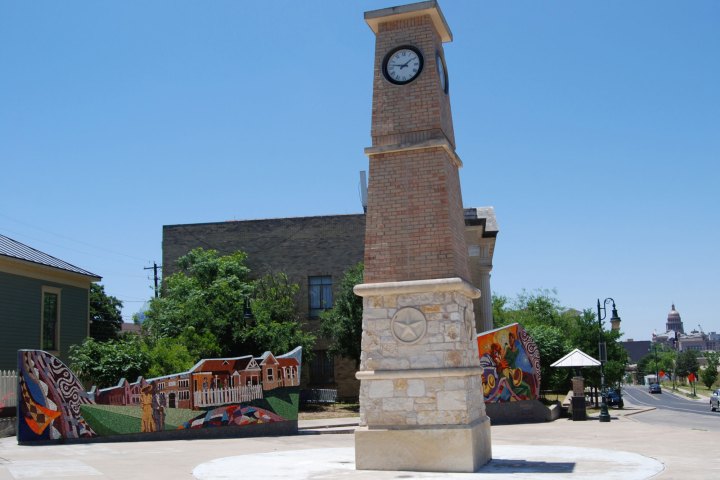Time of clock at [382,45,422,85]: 1:46
